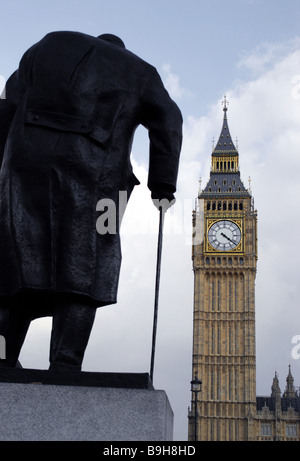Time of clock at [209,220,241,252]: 4:21
